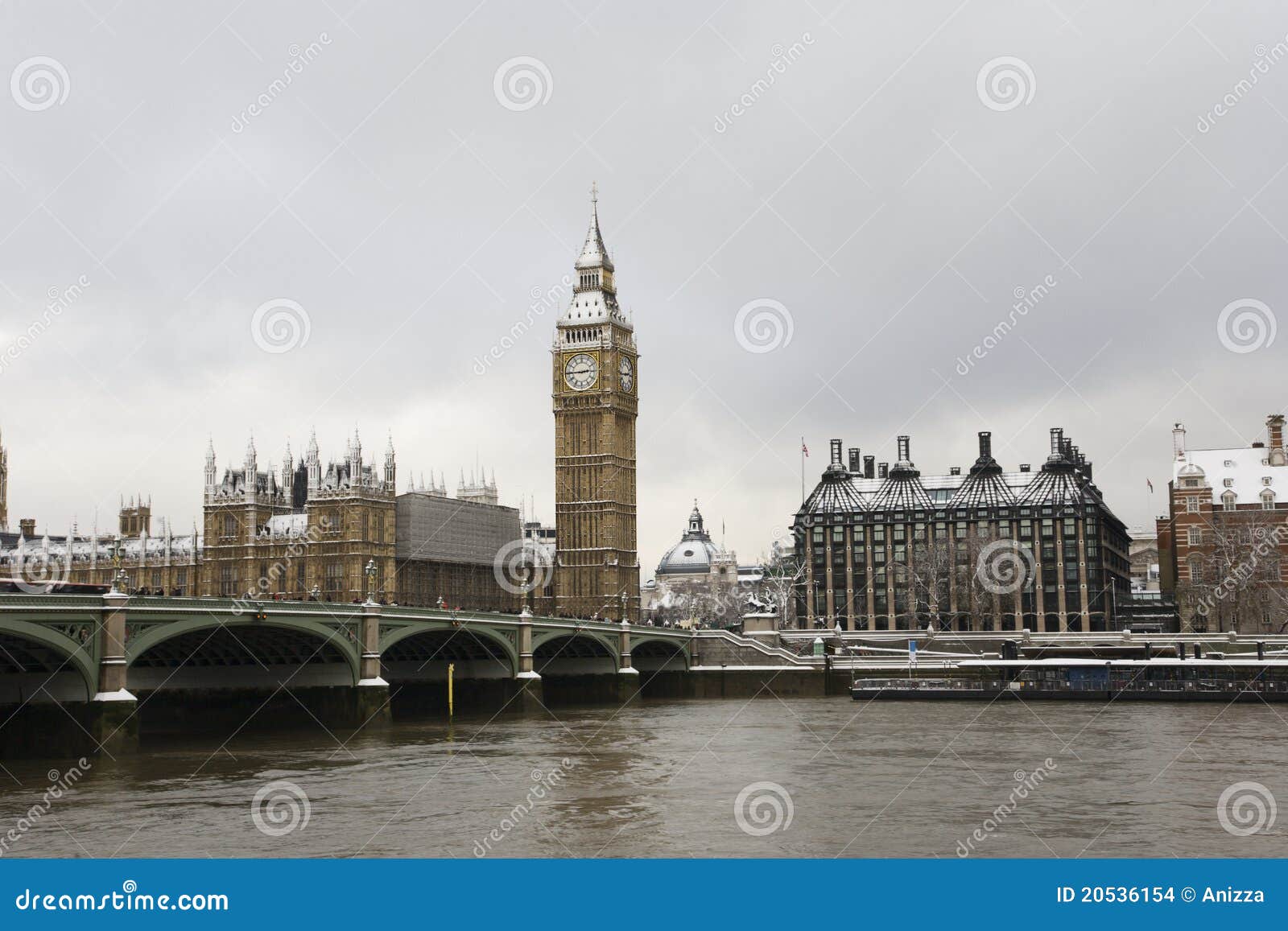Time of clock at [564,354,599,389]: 2:45
